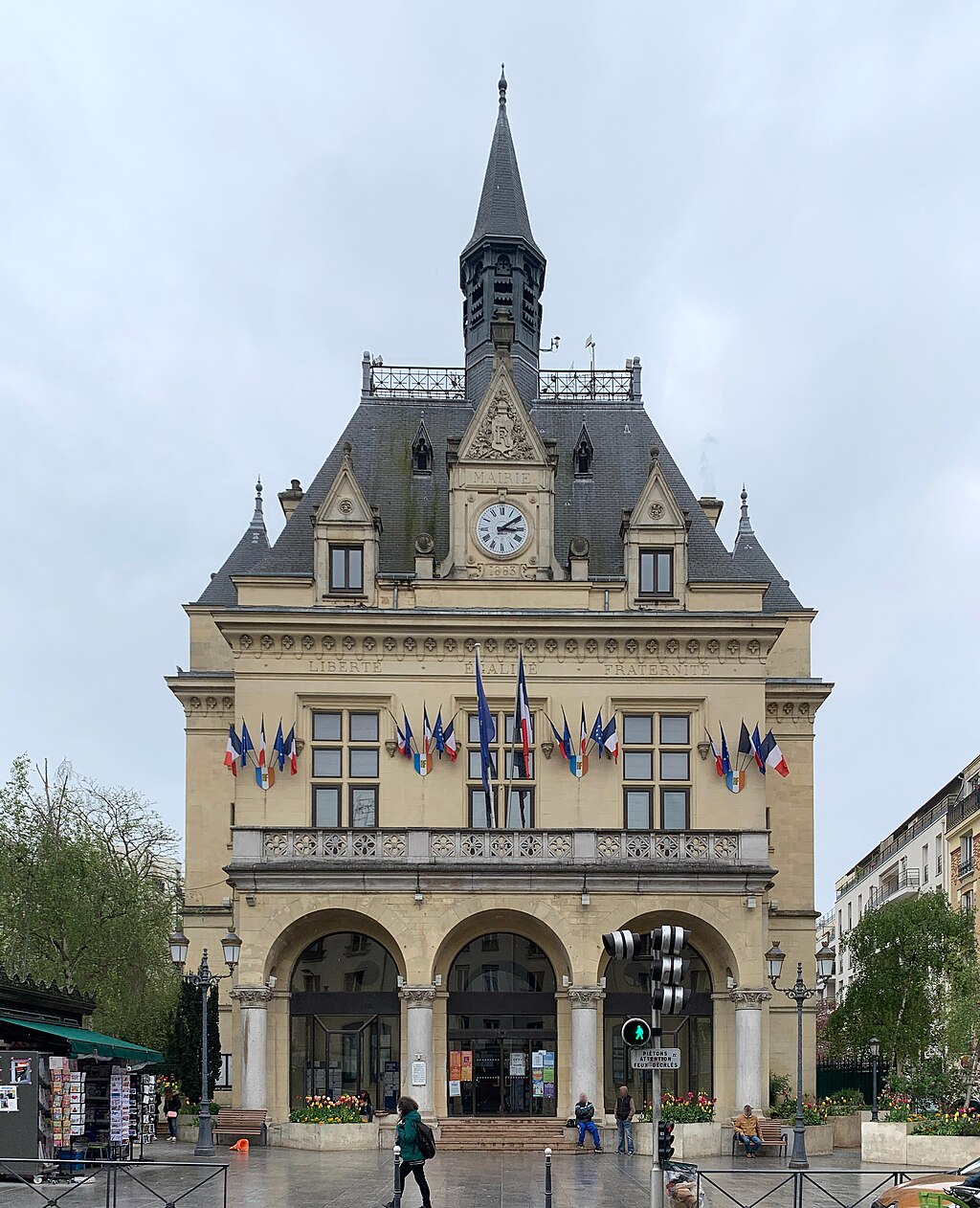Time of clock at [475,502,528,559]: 3:09
